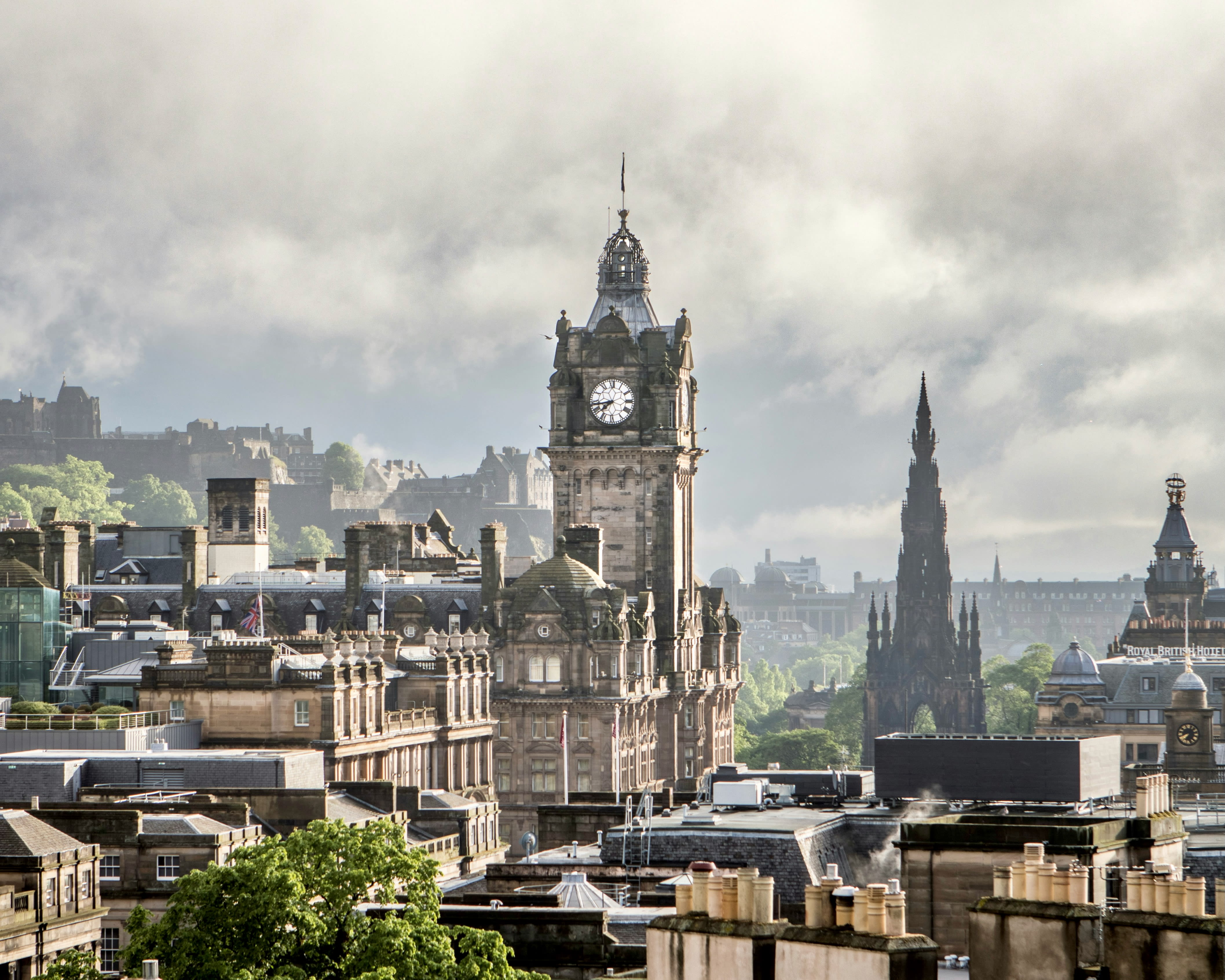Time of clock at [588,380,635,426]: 7:43
